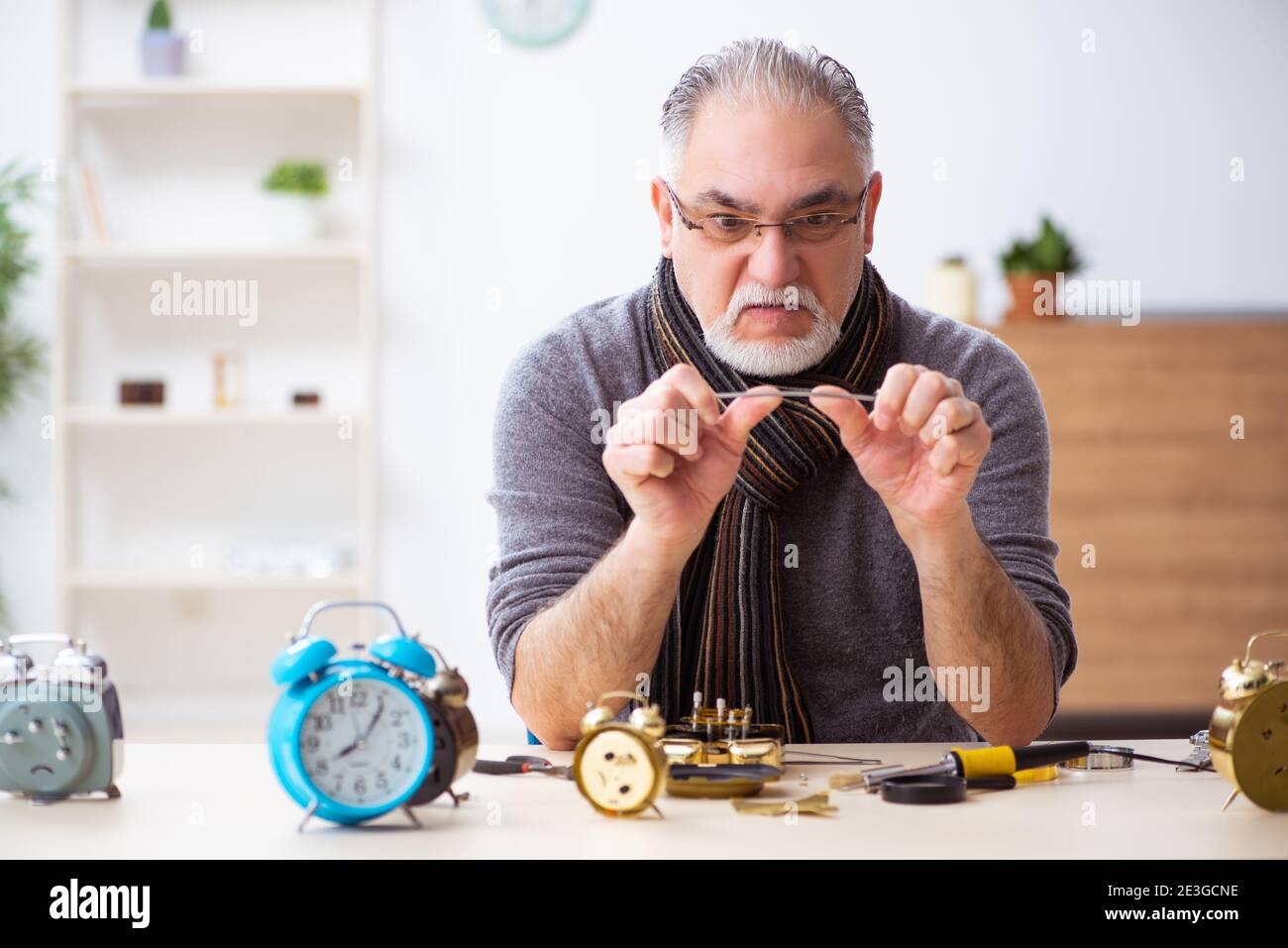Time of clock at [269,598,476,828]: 8:06
